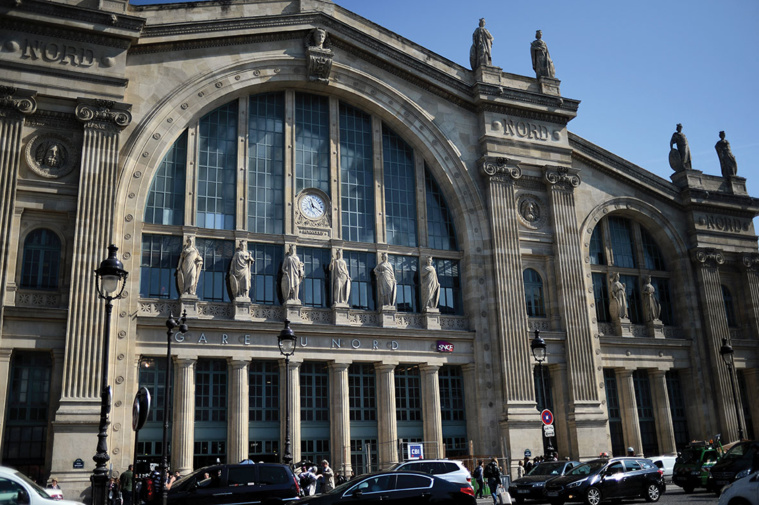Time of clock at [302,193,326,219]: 11:20
